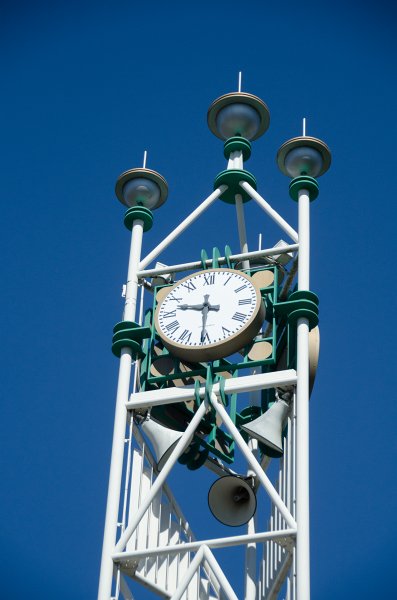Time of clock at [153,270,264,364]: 9:30
